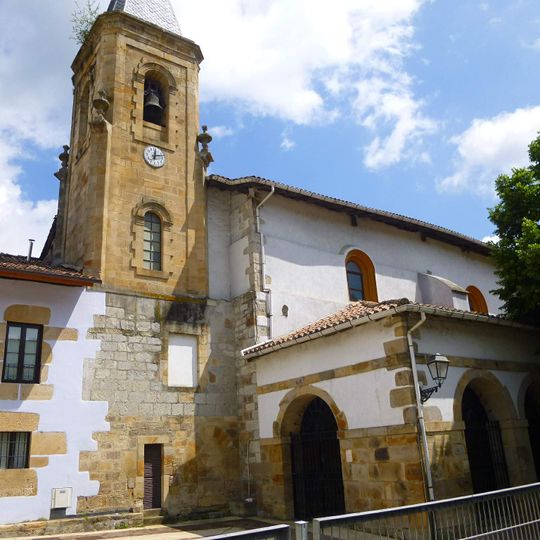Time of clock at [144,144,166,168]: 12:12
